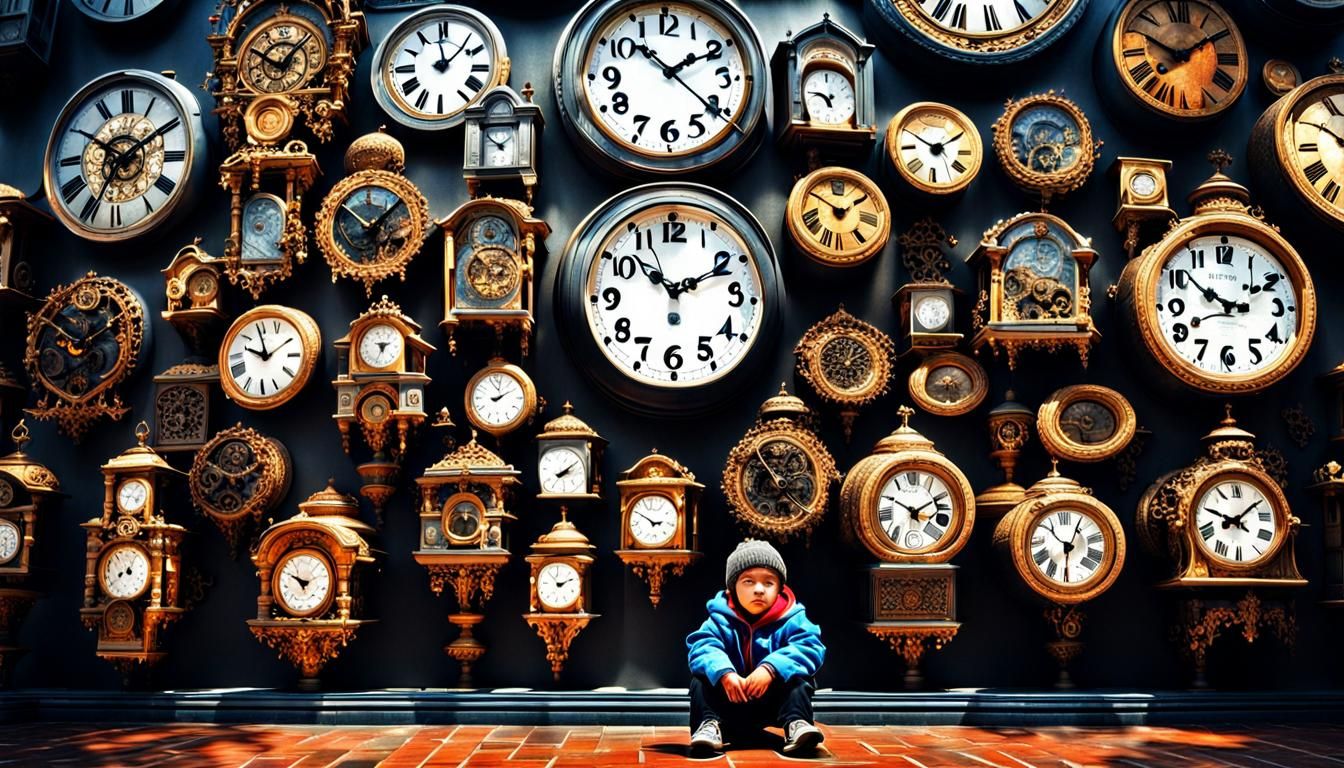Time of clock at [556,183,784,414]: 10:10
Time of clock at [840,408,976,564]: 1:50
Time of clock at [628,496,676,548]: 2:50
